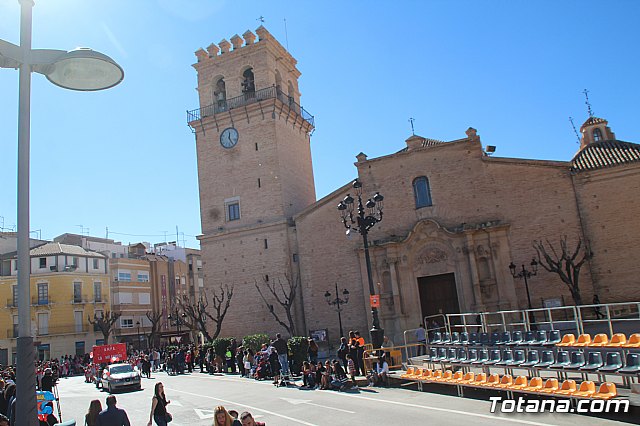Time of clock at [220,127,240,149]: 12:24
